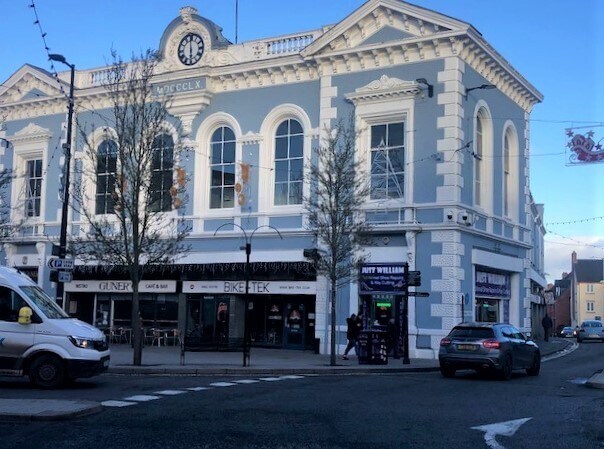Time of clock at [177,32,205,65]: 5:59
